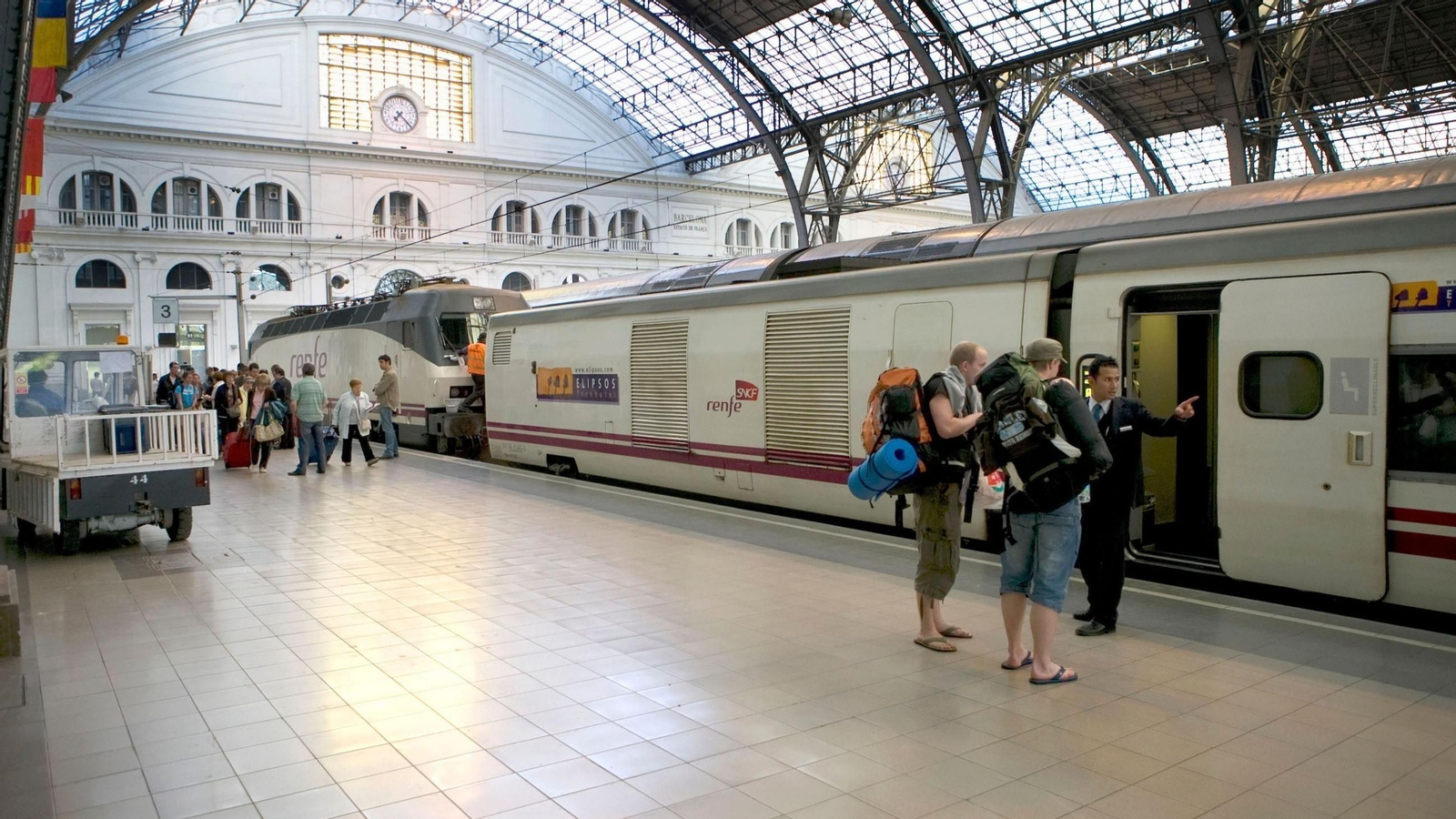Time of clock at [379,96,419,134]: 7:22
